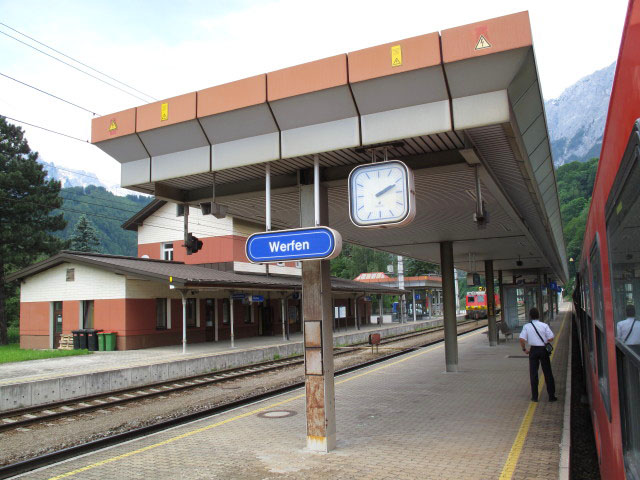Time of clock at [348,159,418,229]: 2:11
